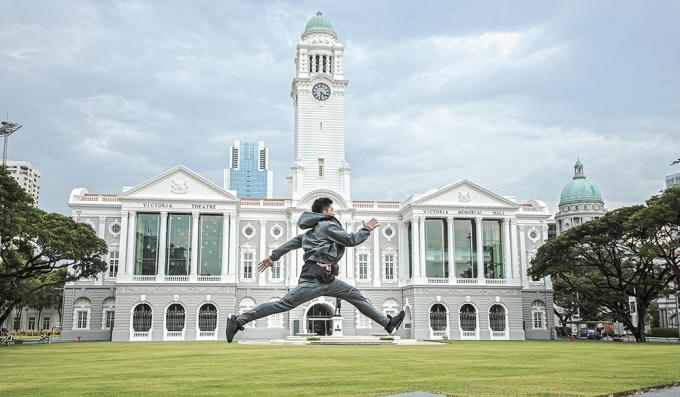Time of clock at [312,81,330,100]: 4:31
